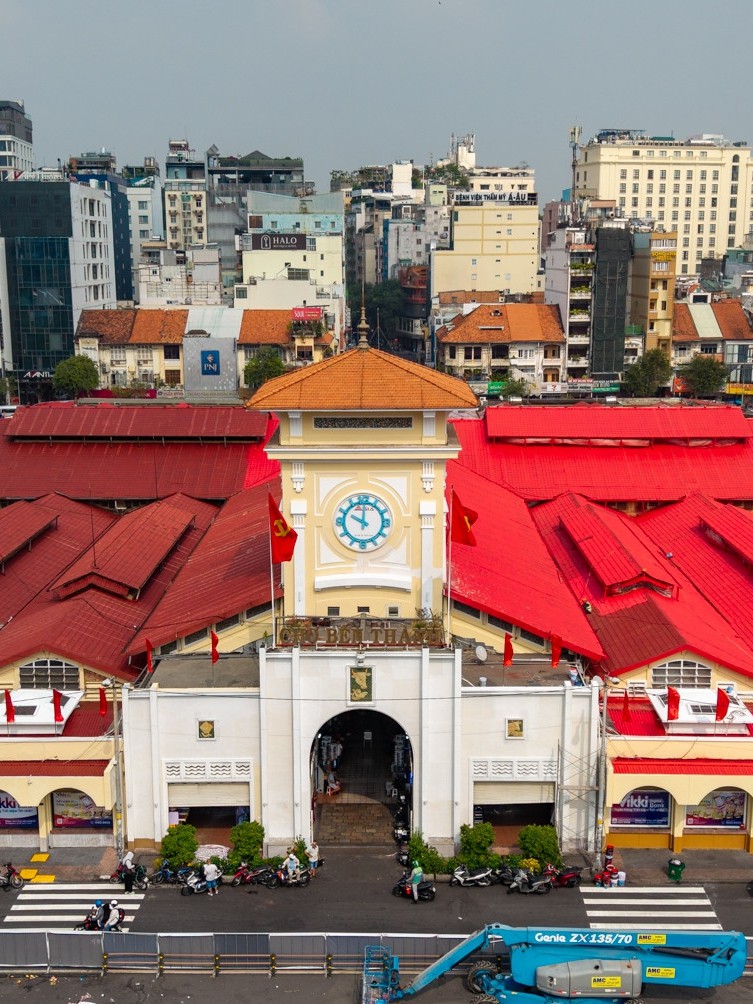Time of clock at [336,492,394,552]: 10:00
